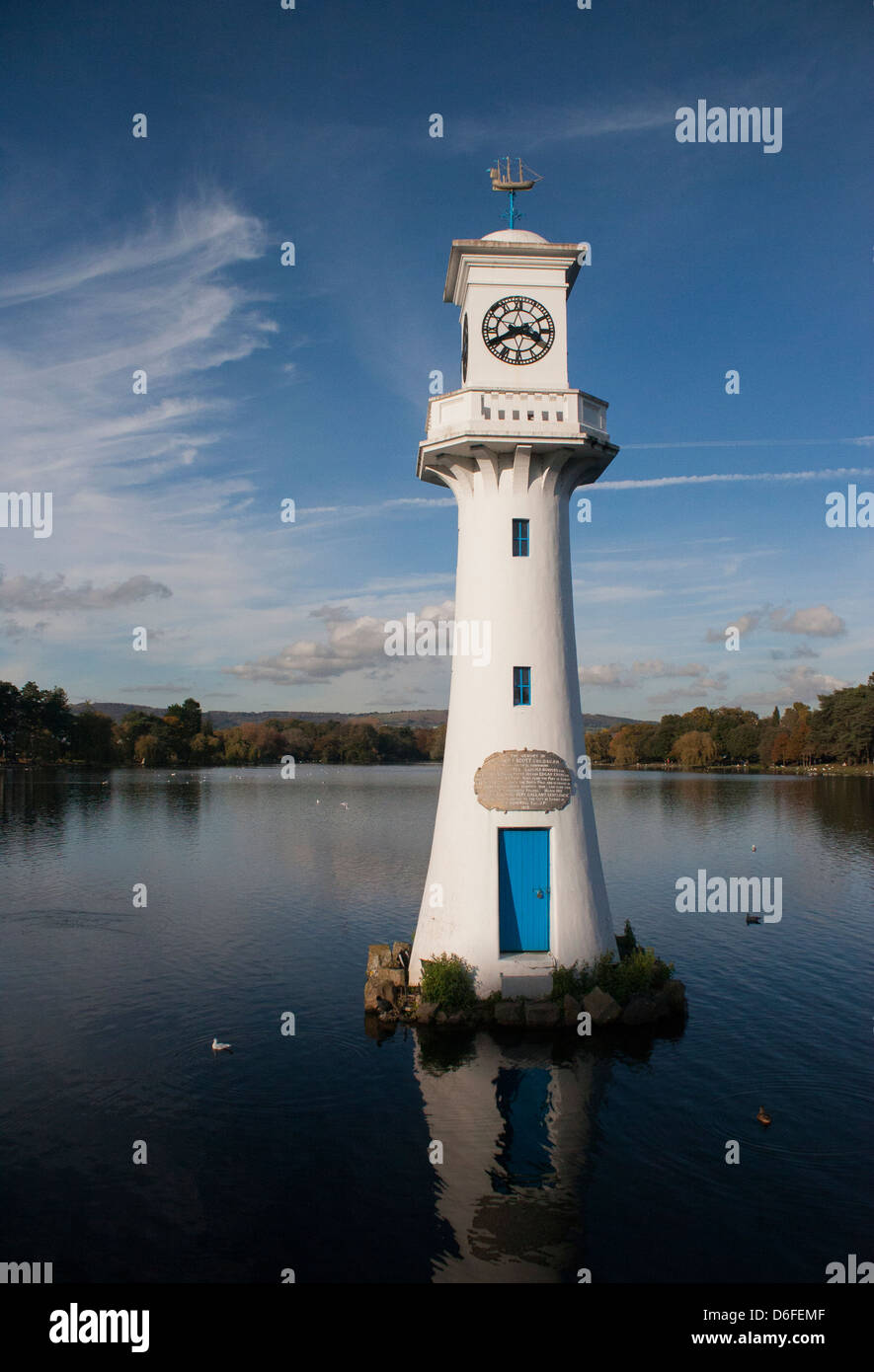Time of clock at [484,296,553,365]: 3:40
